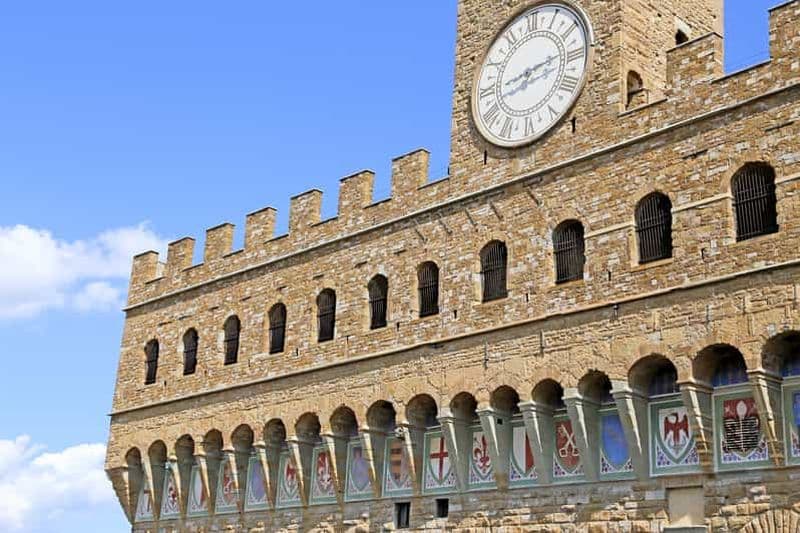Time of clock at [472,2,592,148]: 8:13
